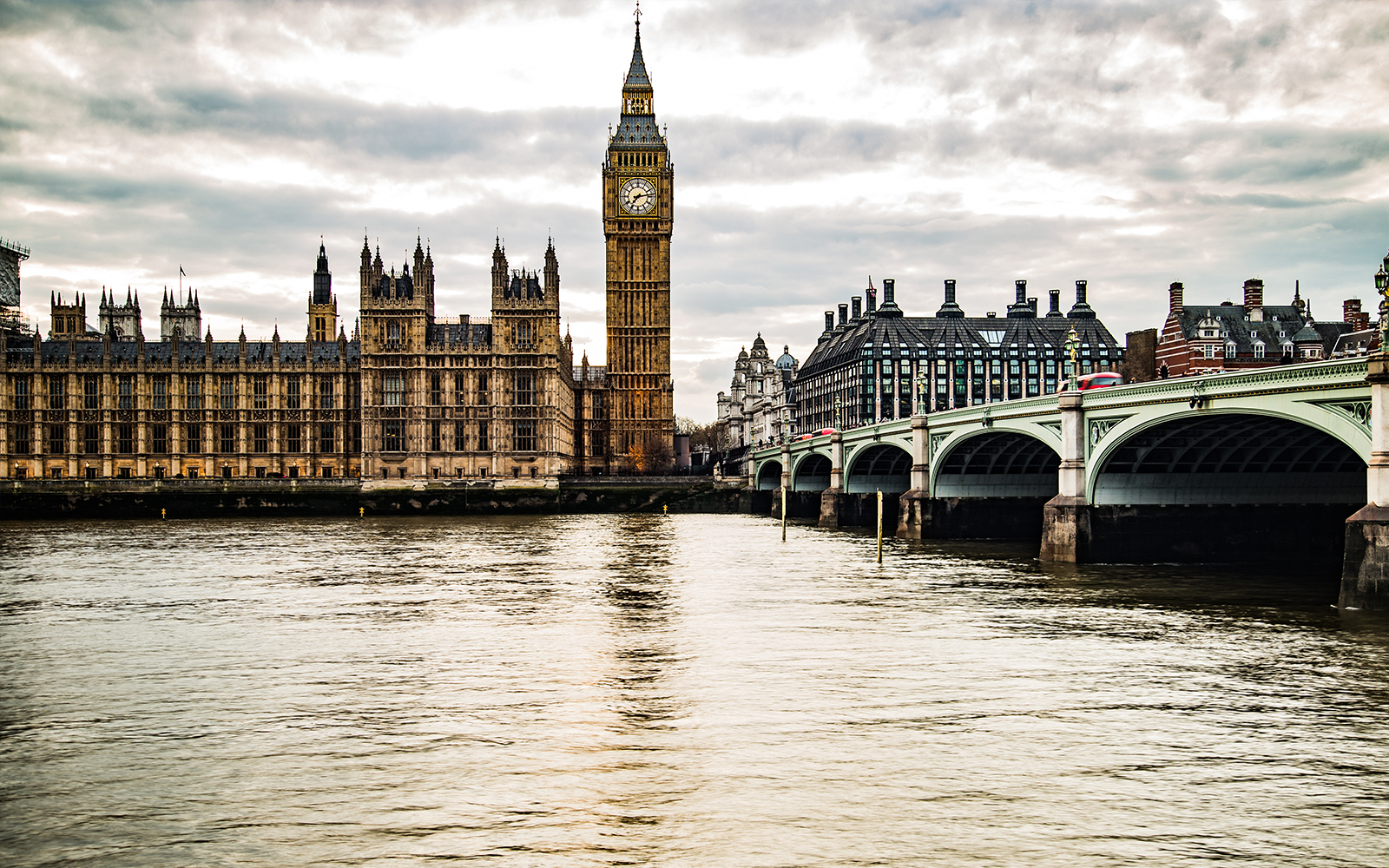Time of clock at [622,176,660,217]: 7:13
